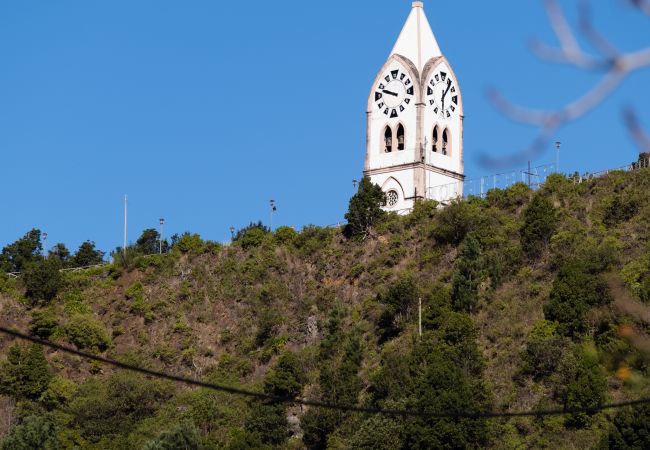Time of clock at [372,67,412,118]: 9:47
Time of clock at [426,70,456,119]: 6:06
